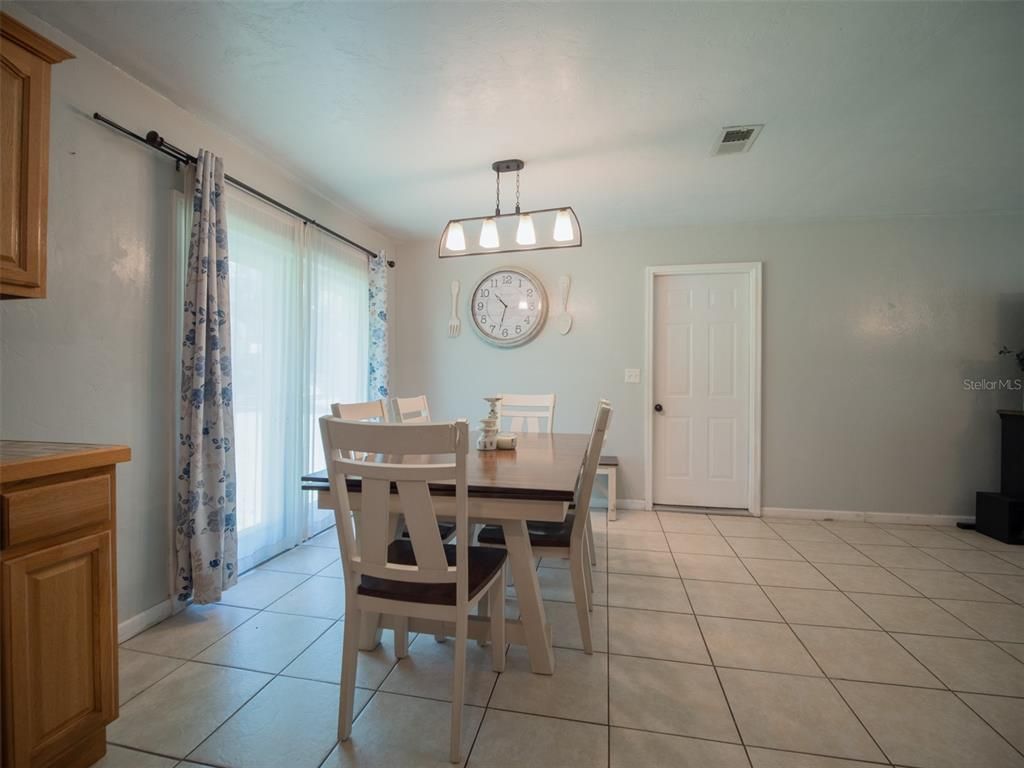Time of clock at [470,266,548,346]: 10:32
